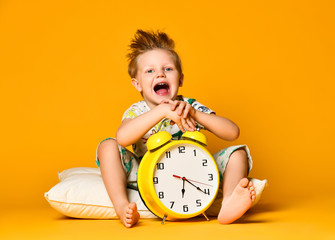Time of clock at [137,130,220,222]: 6:20
